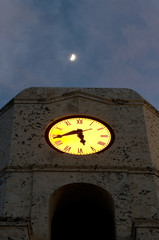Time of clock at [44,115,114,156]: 5:42
